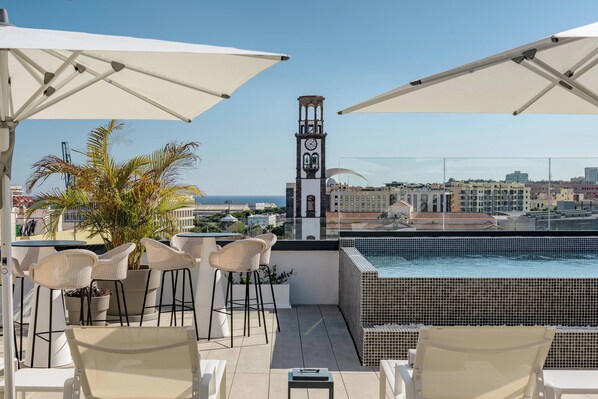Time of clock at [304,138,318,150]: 4:07
